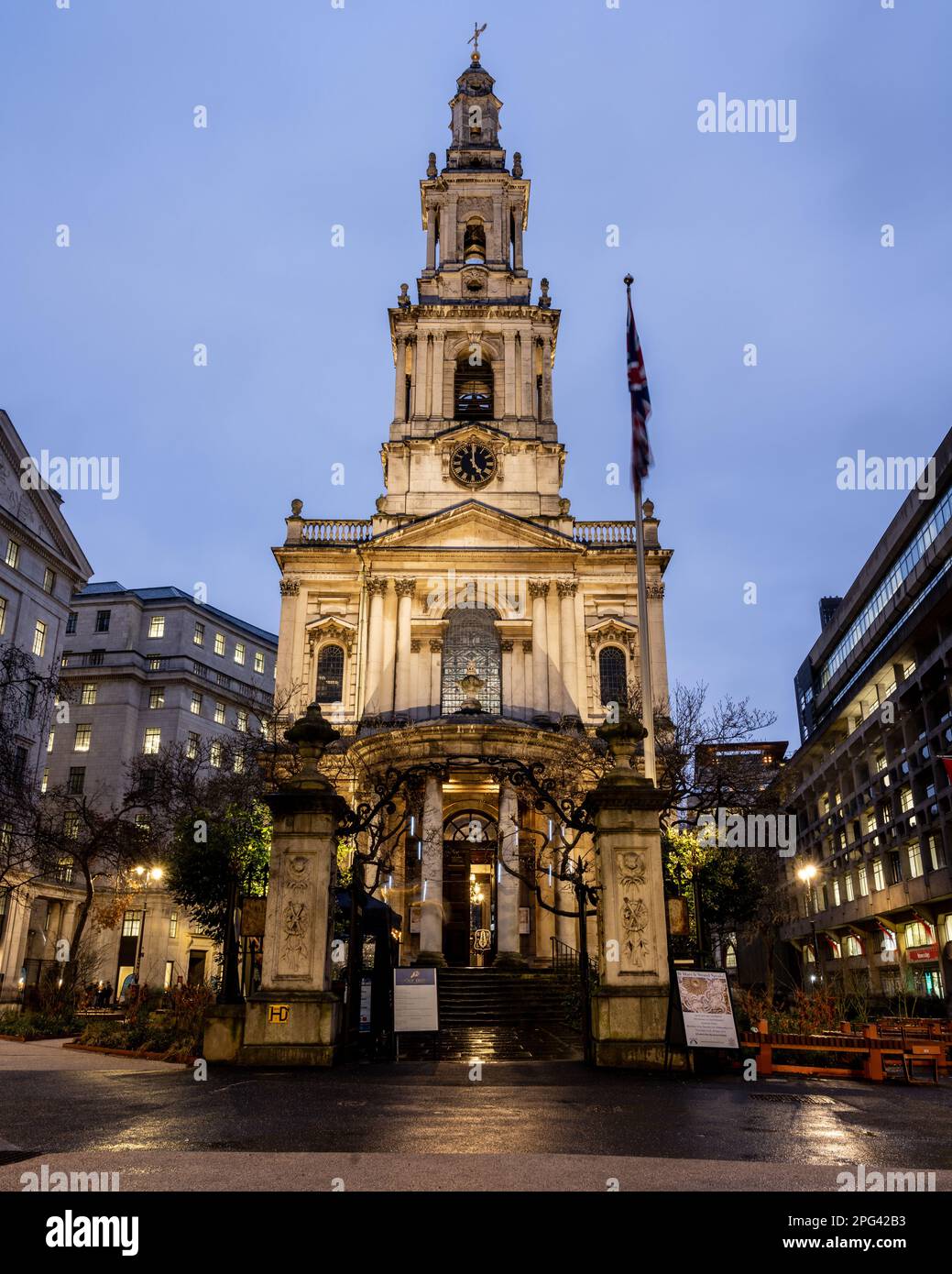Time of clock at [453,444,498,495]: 4:59
